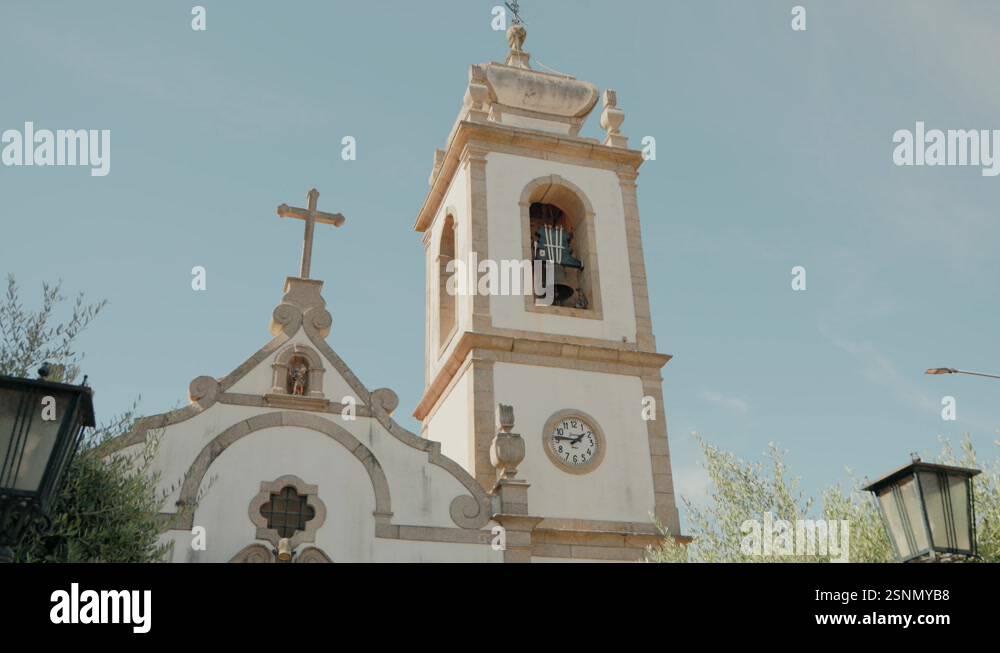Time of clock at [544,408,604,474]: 1:46
